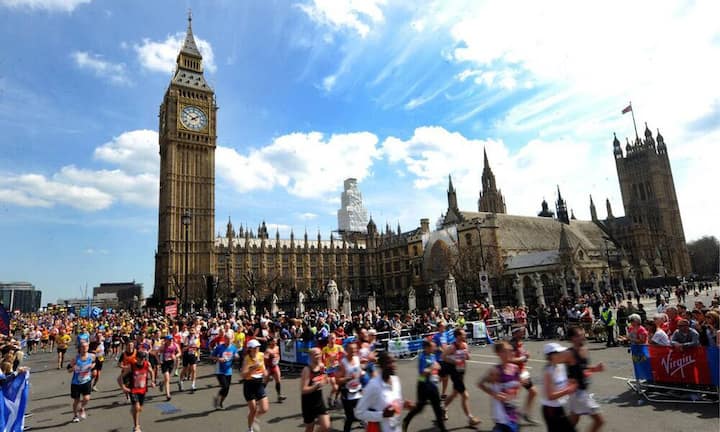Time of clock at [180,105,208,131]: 1:50
